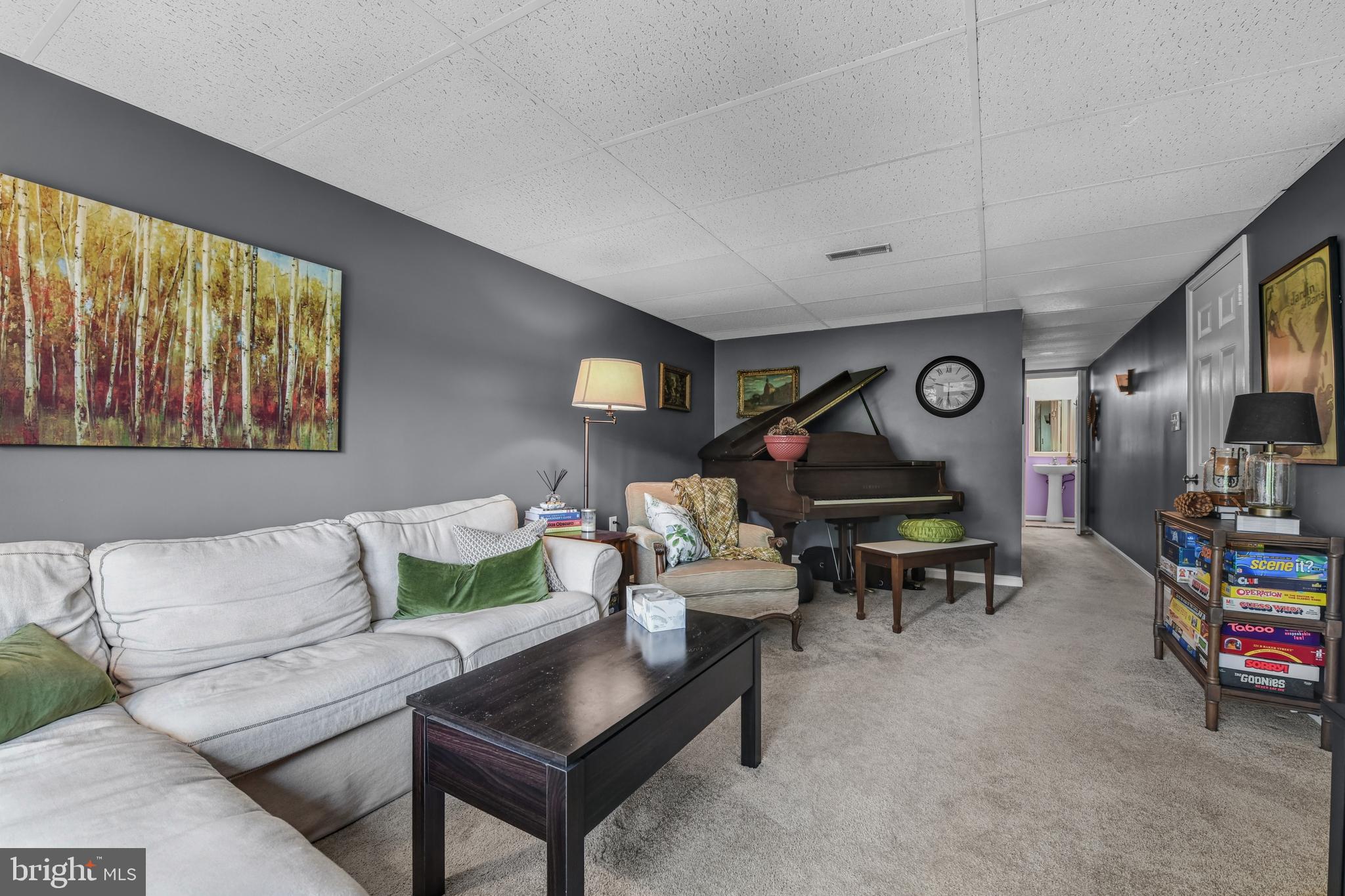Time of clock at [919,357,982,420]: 9:30
